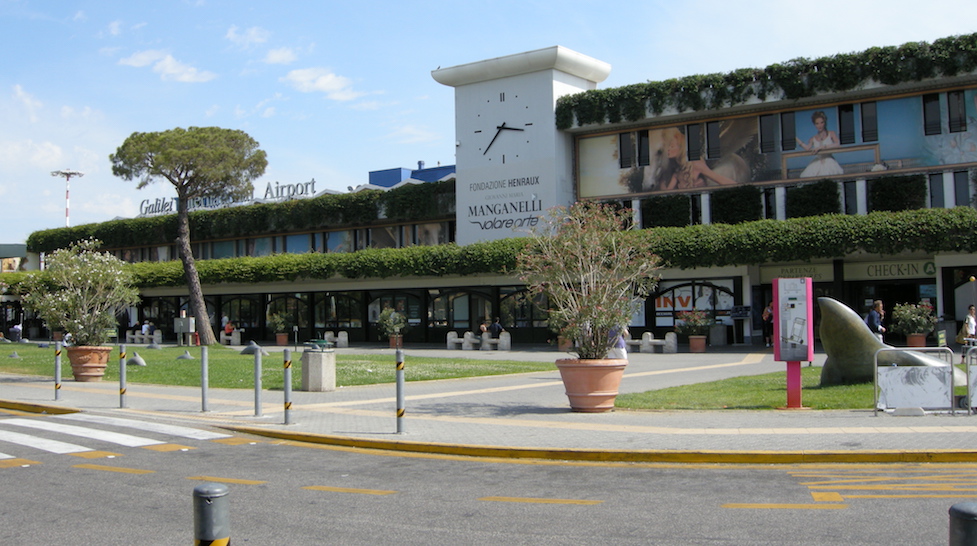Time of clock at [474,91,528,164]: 3:37
